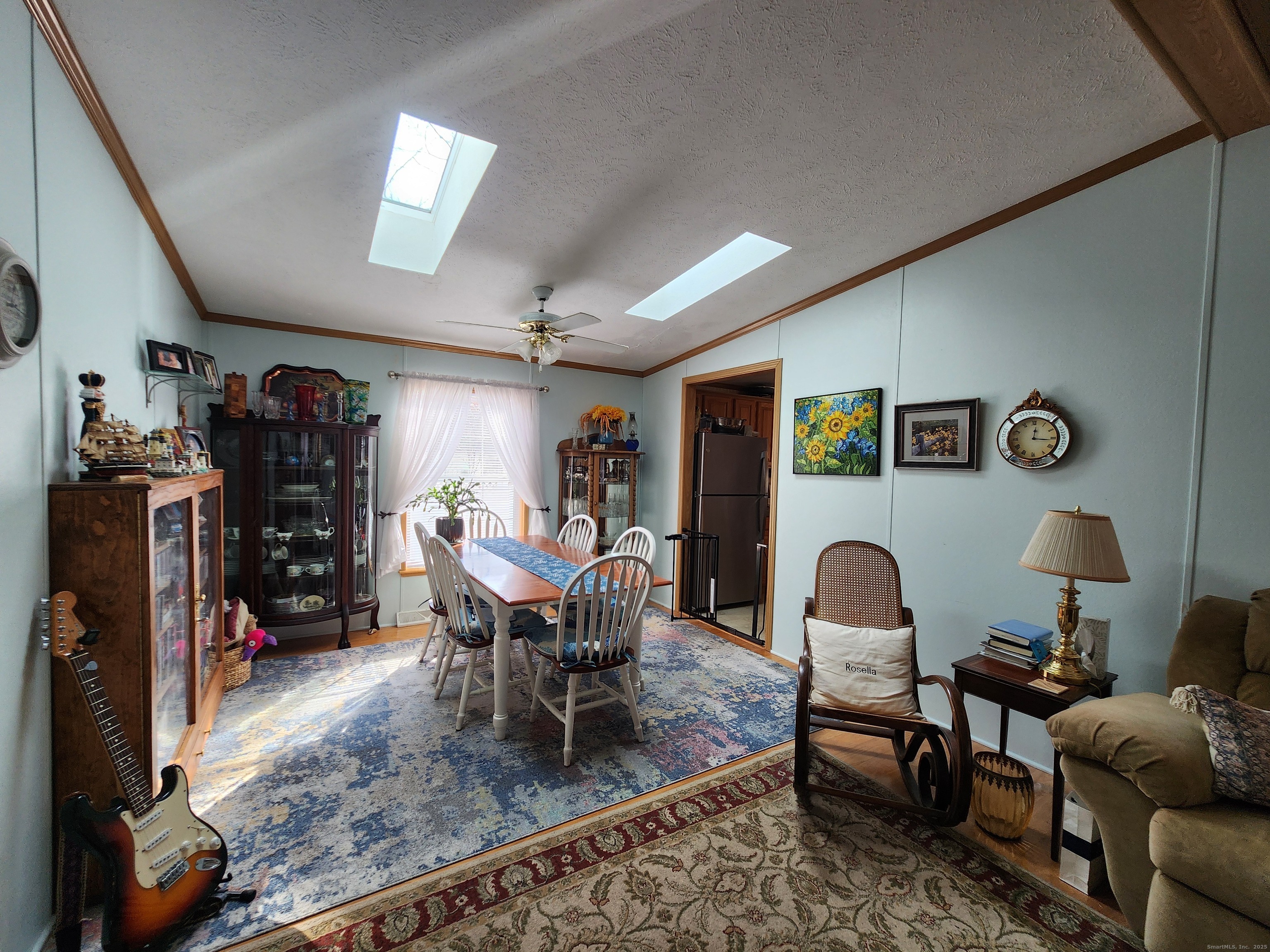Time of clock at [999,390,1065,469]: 12:16
